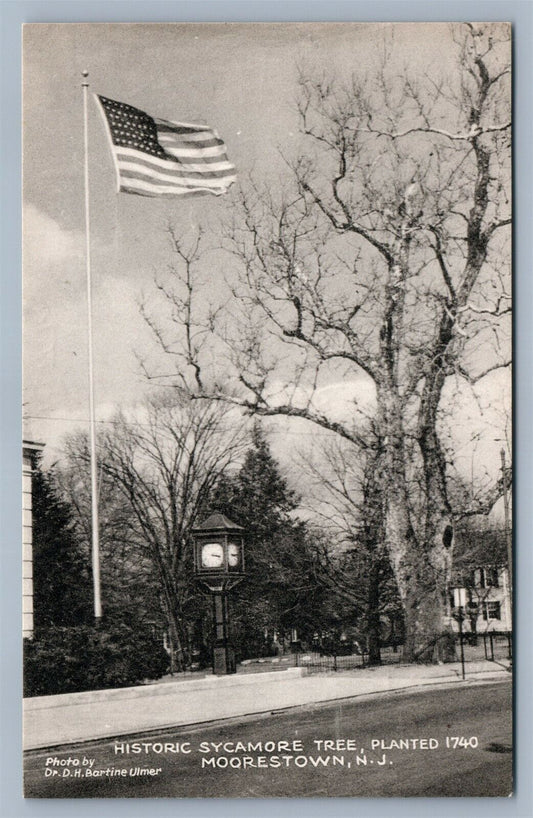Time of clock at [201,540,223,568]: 3:17
